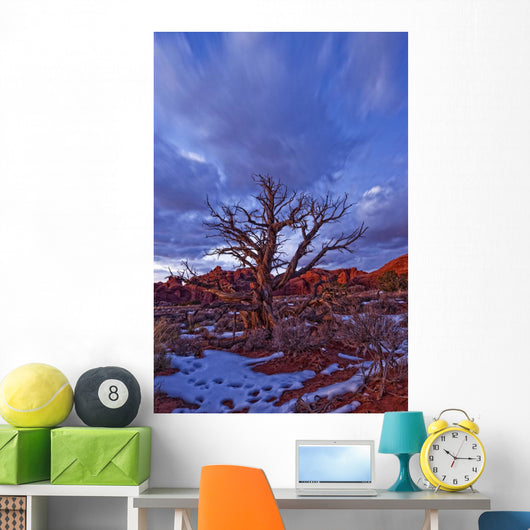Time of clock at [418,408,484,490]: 10:15
